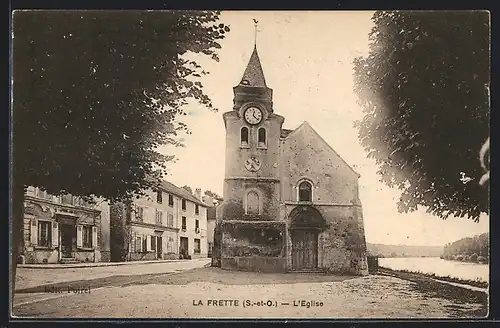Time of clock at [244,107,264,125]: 12:22
